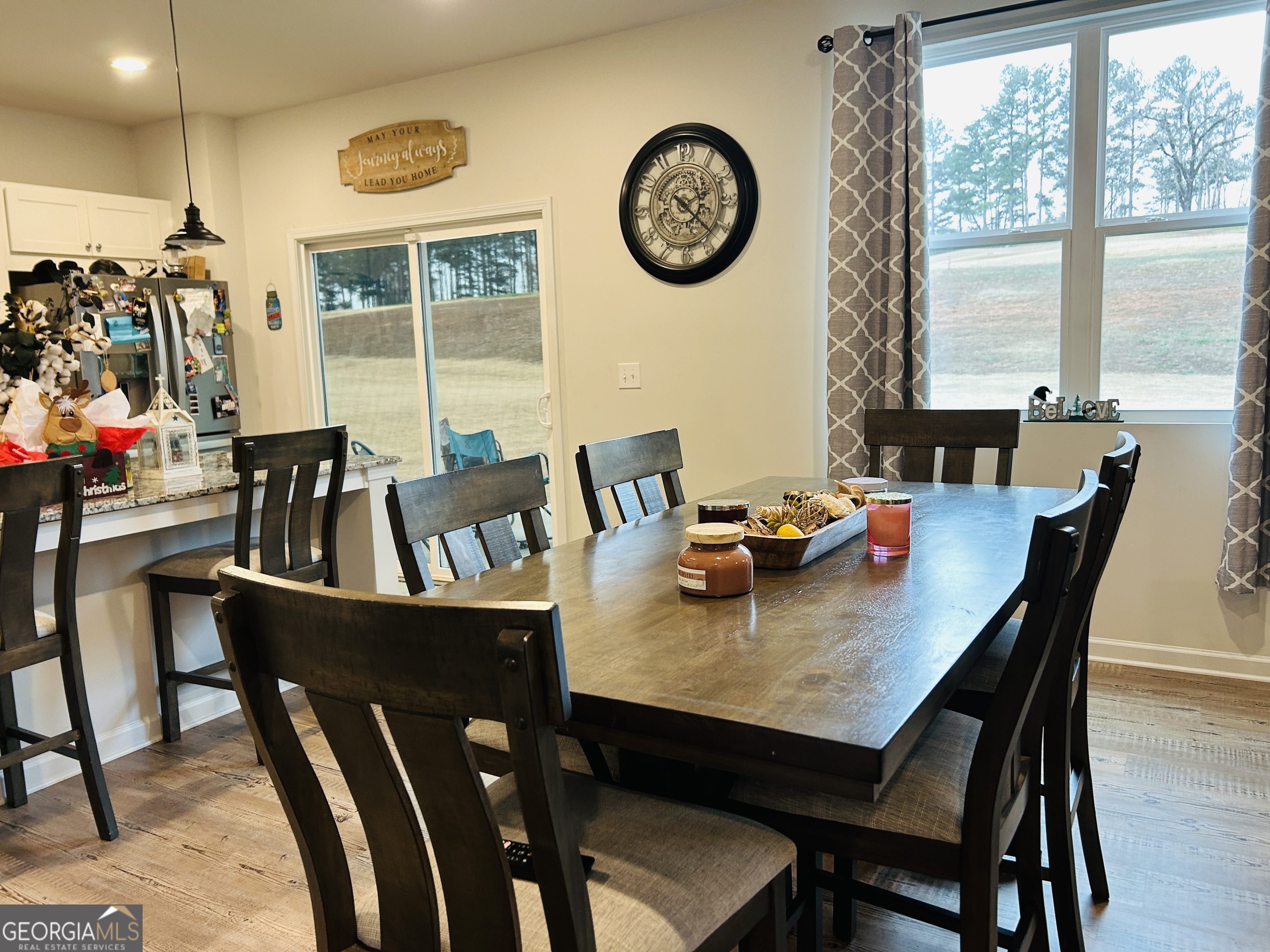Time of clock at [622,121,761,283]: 10:22
